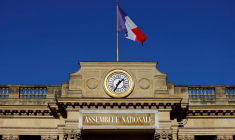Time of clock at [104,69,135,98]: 1:35
